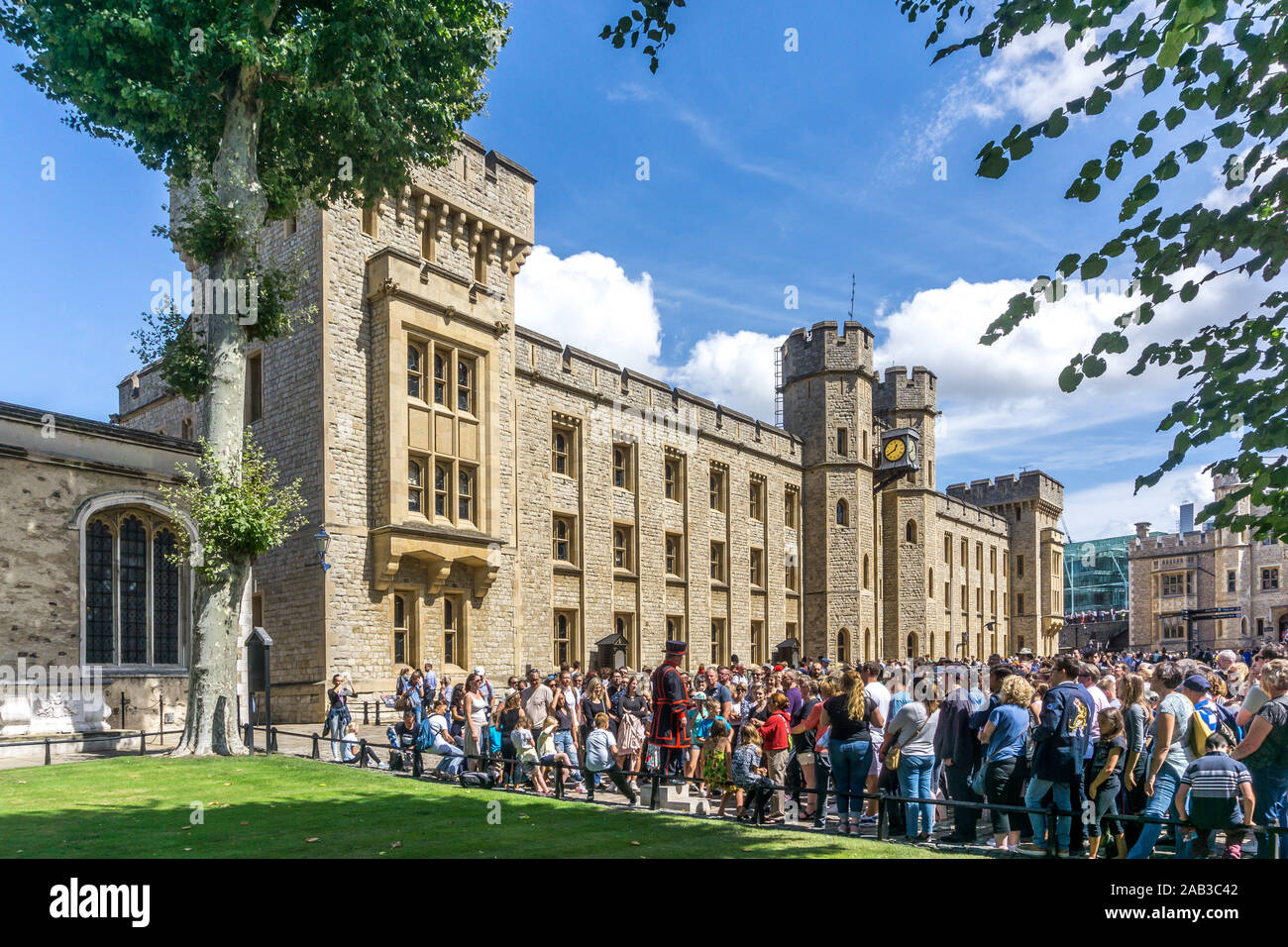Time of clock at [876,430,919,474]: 12:40
